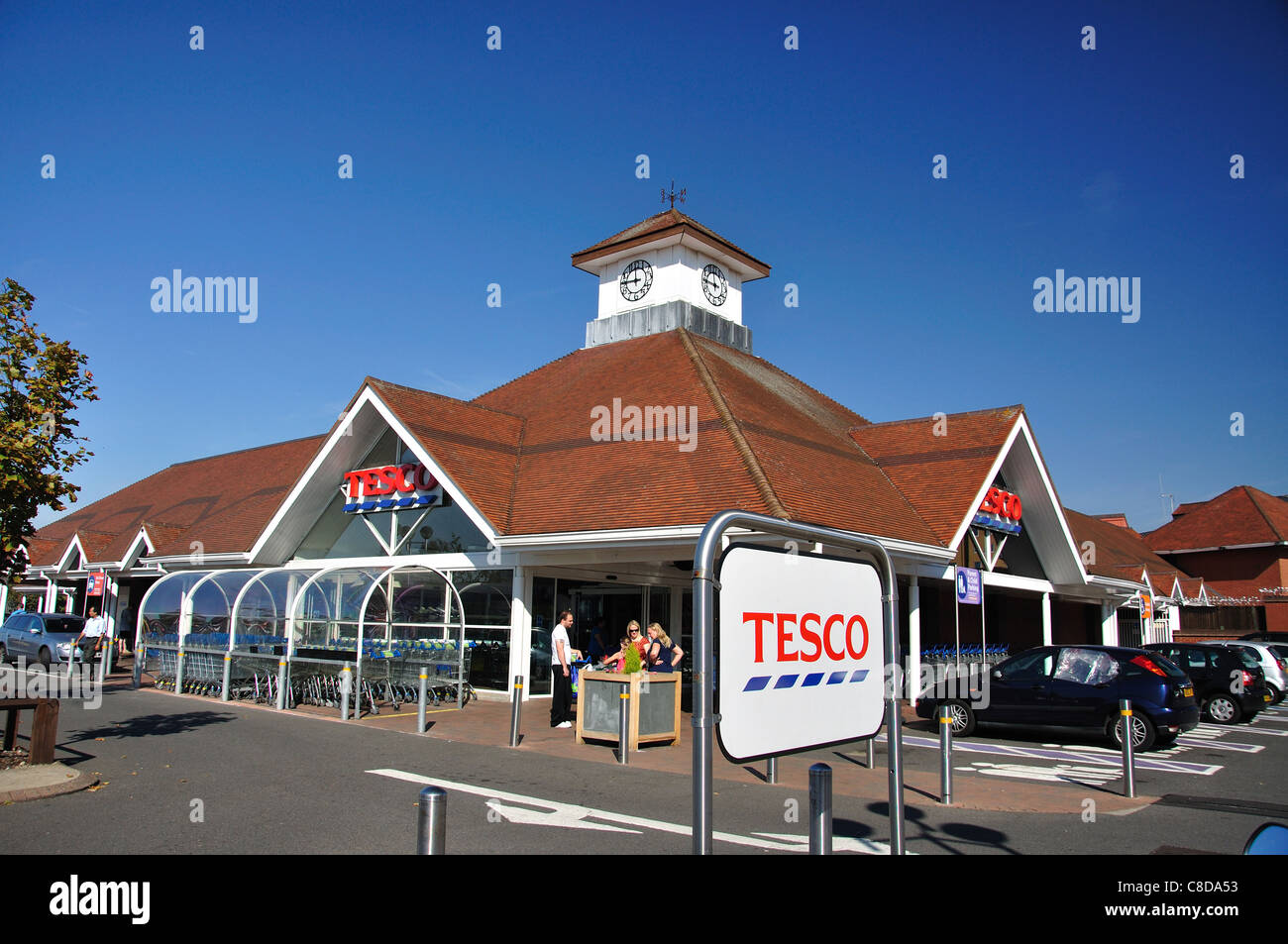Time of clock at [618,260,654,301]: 11:45
